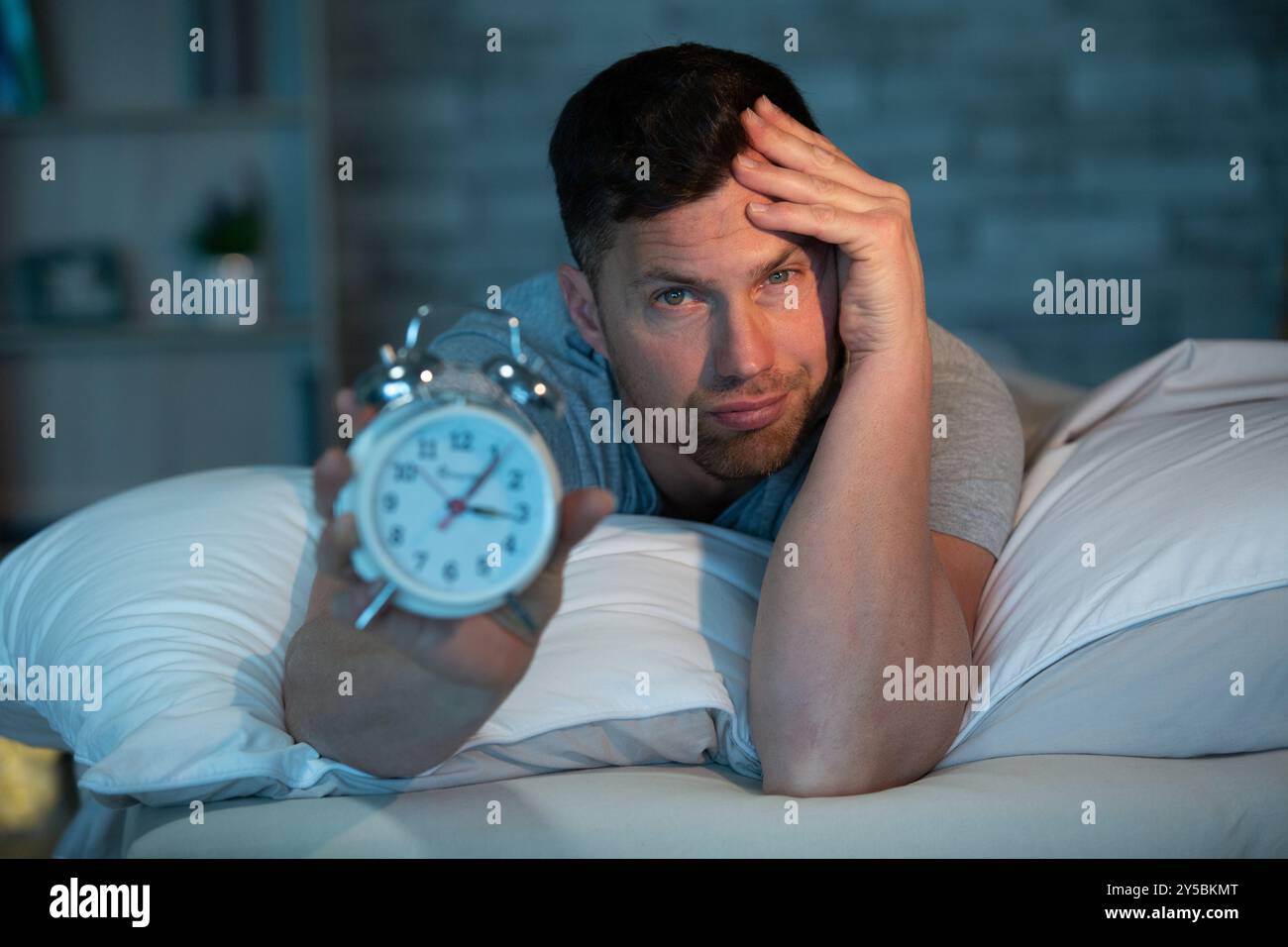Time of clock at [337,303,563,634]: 3:06
